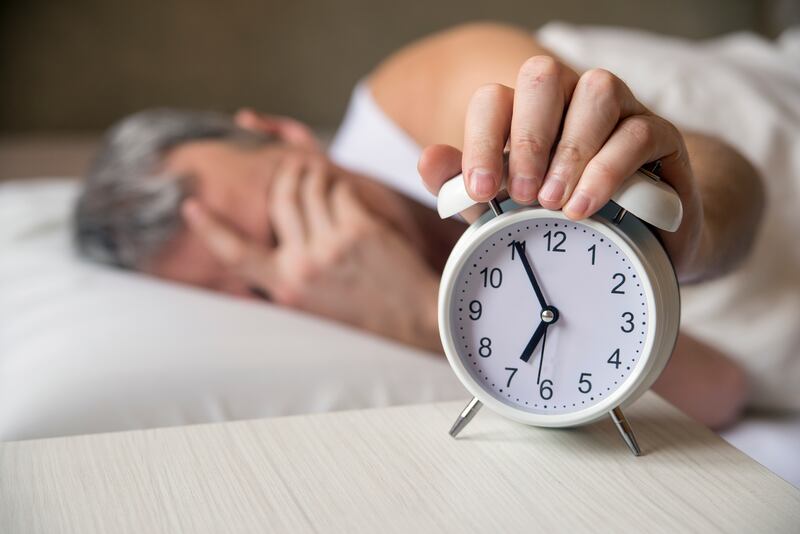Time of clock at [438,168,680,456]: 6:55
